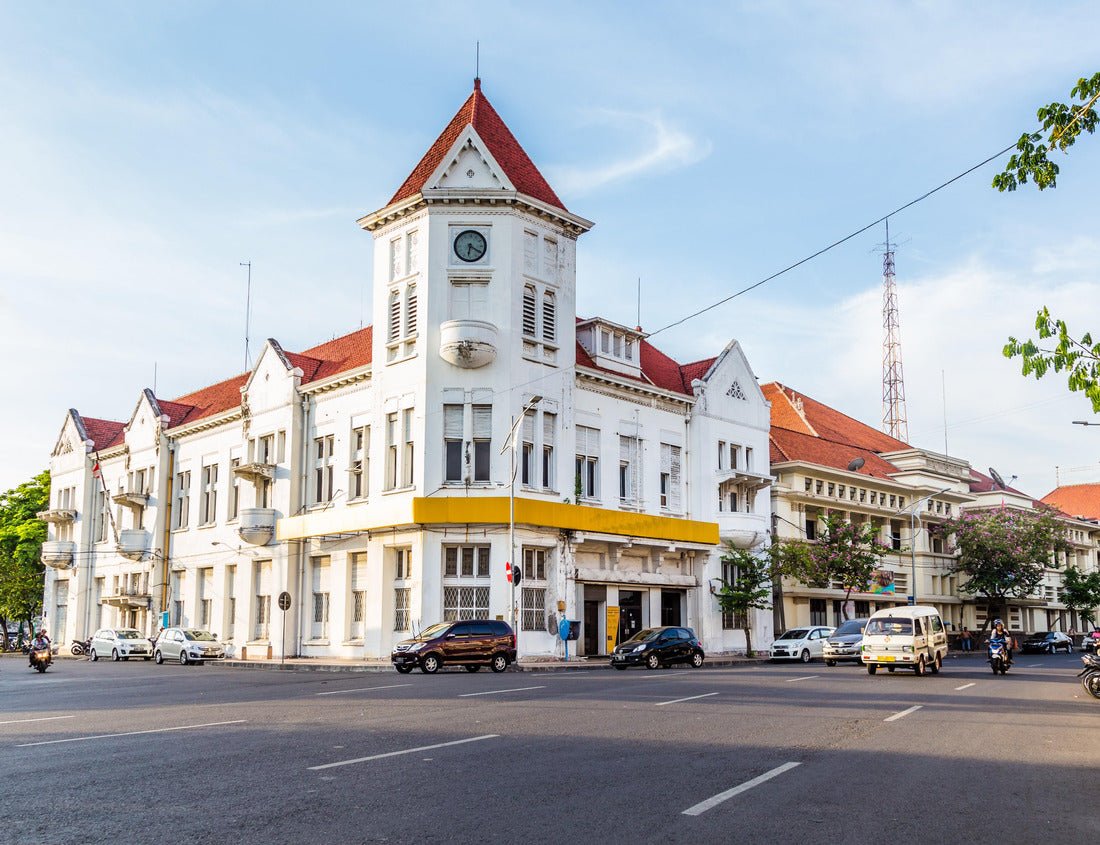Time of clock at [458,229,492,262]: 6:20
